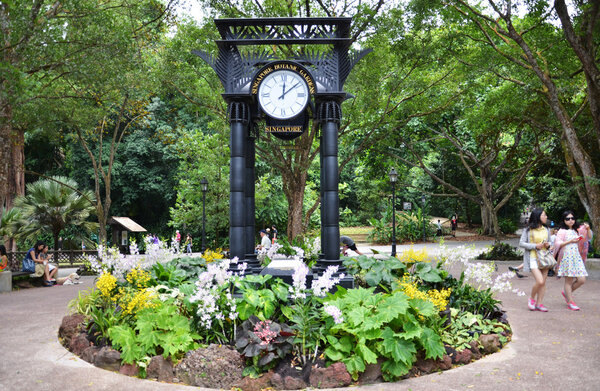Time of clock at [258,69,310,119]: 12:08
